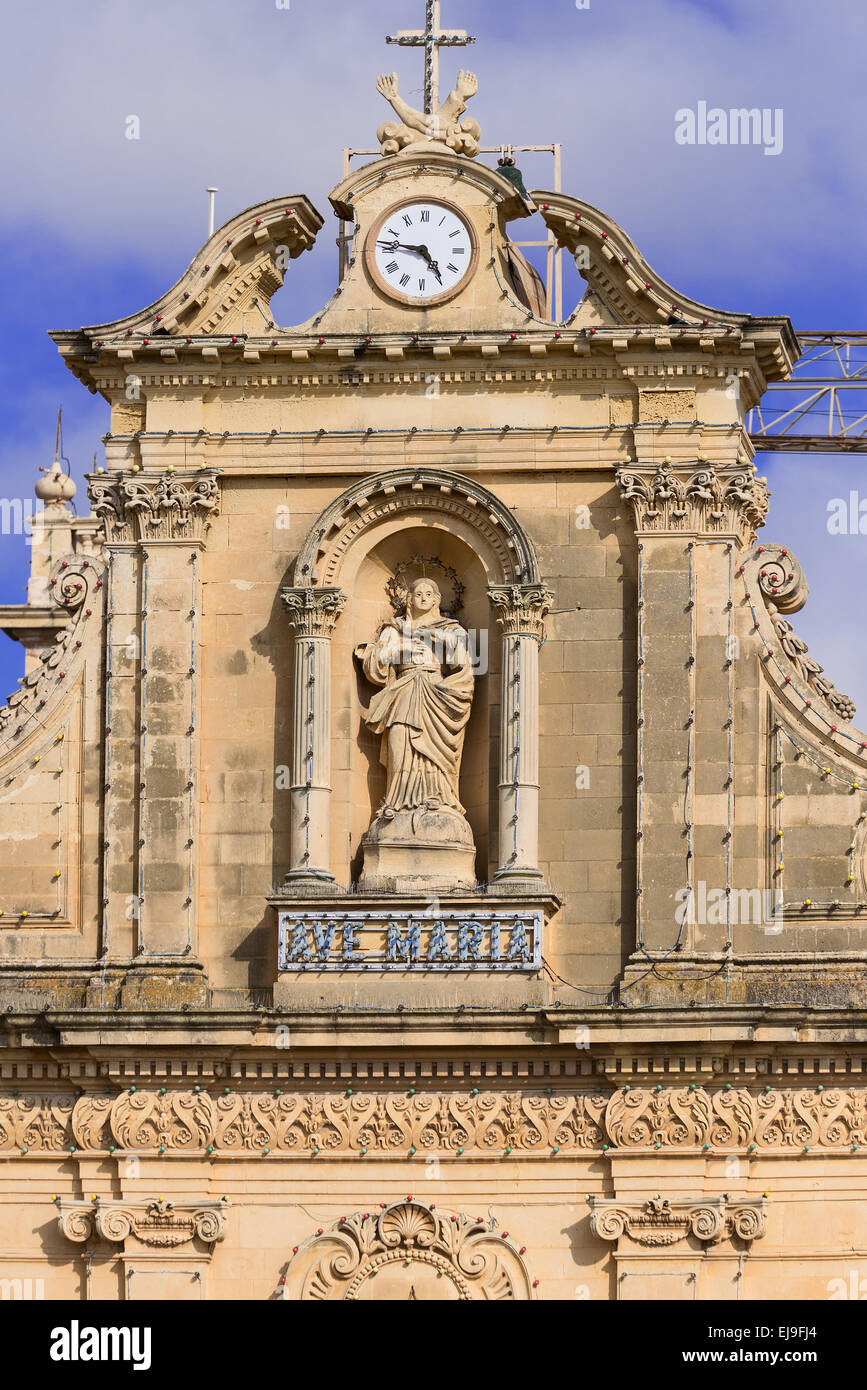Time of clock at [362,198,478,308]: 4:46
